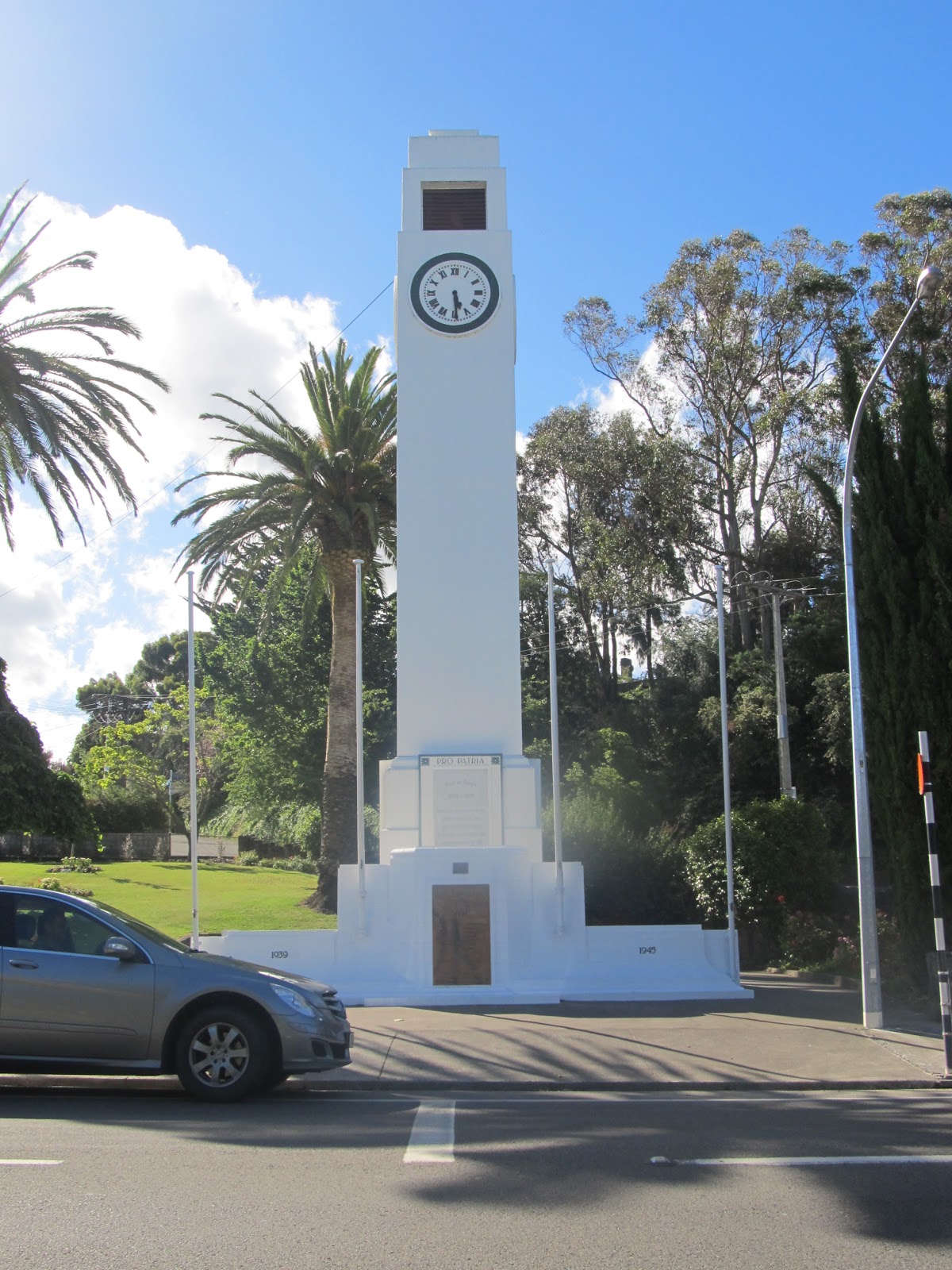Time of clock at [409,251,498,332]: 5:29
